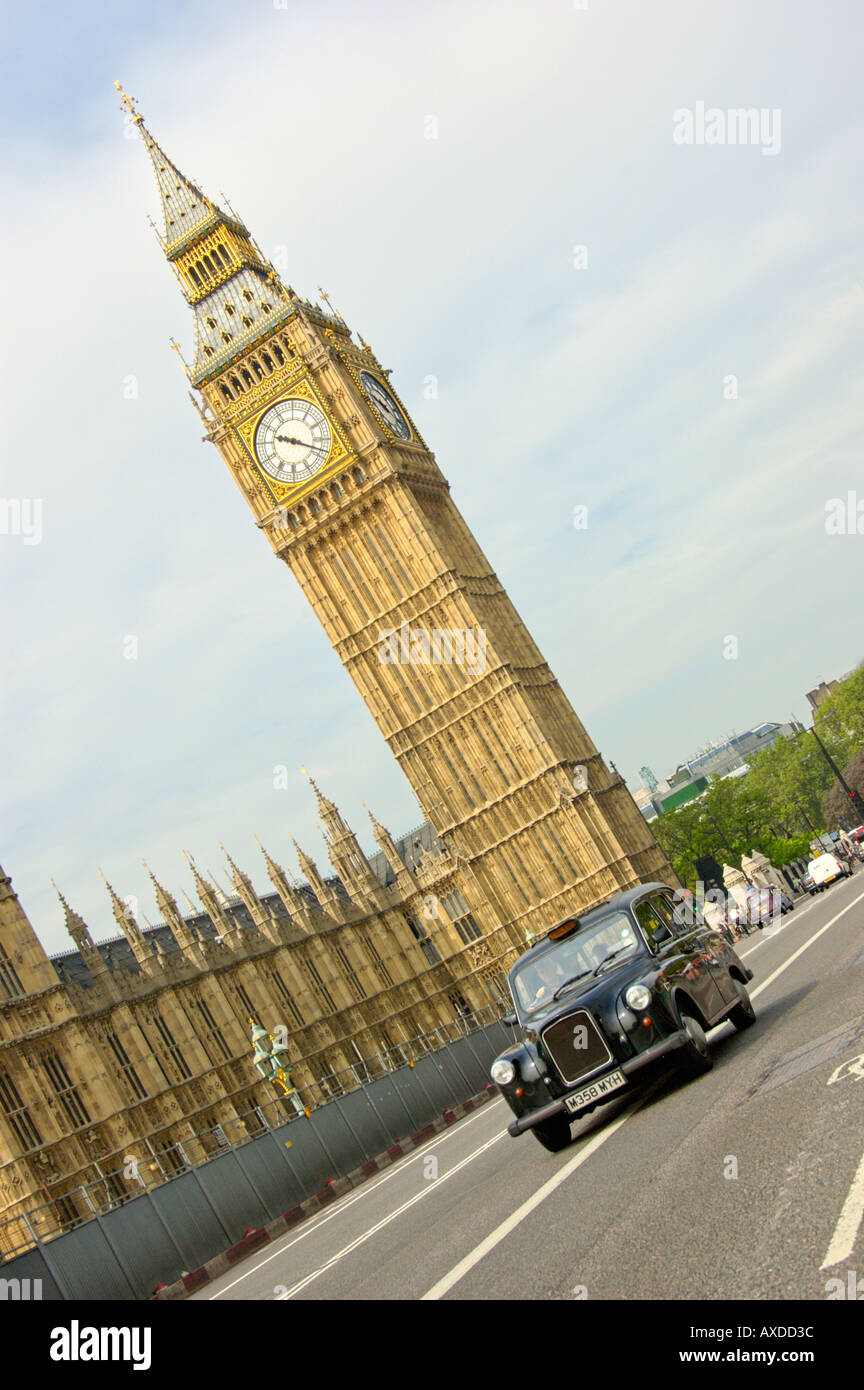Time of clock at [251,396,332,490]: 9:18
